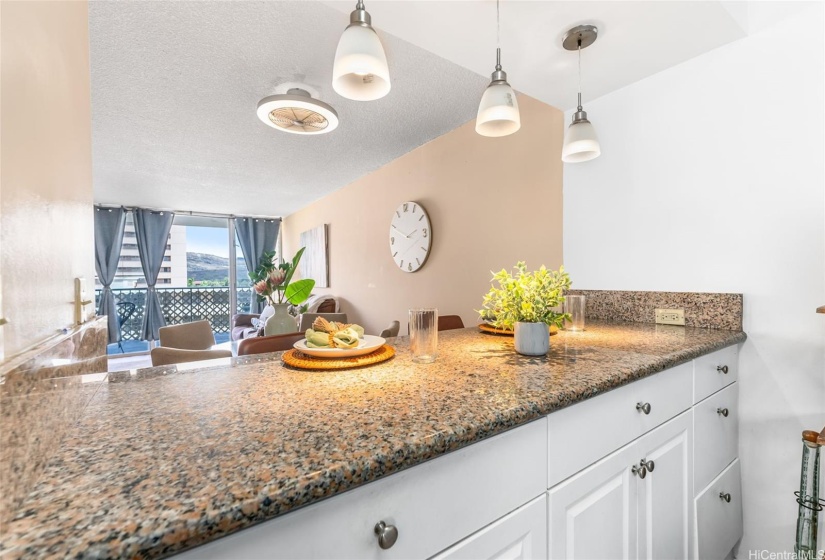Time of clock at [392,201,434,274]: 2:49
